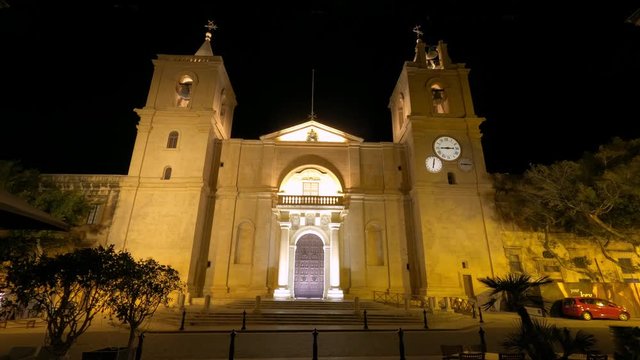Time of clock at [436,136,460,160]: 2:45
